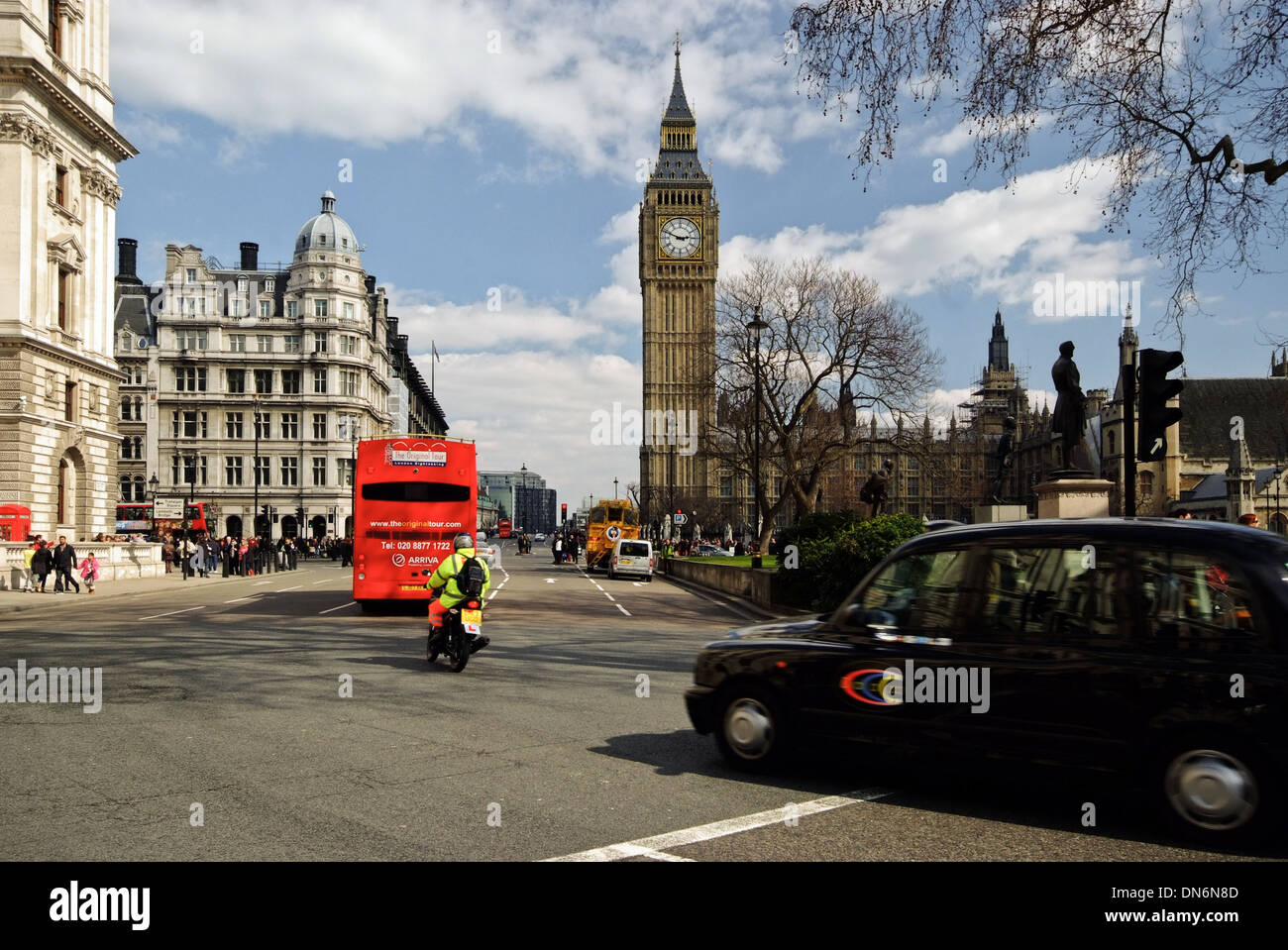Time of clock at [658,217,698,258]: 2:48
